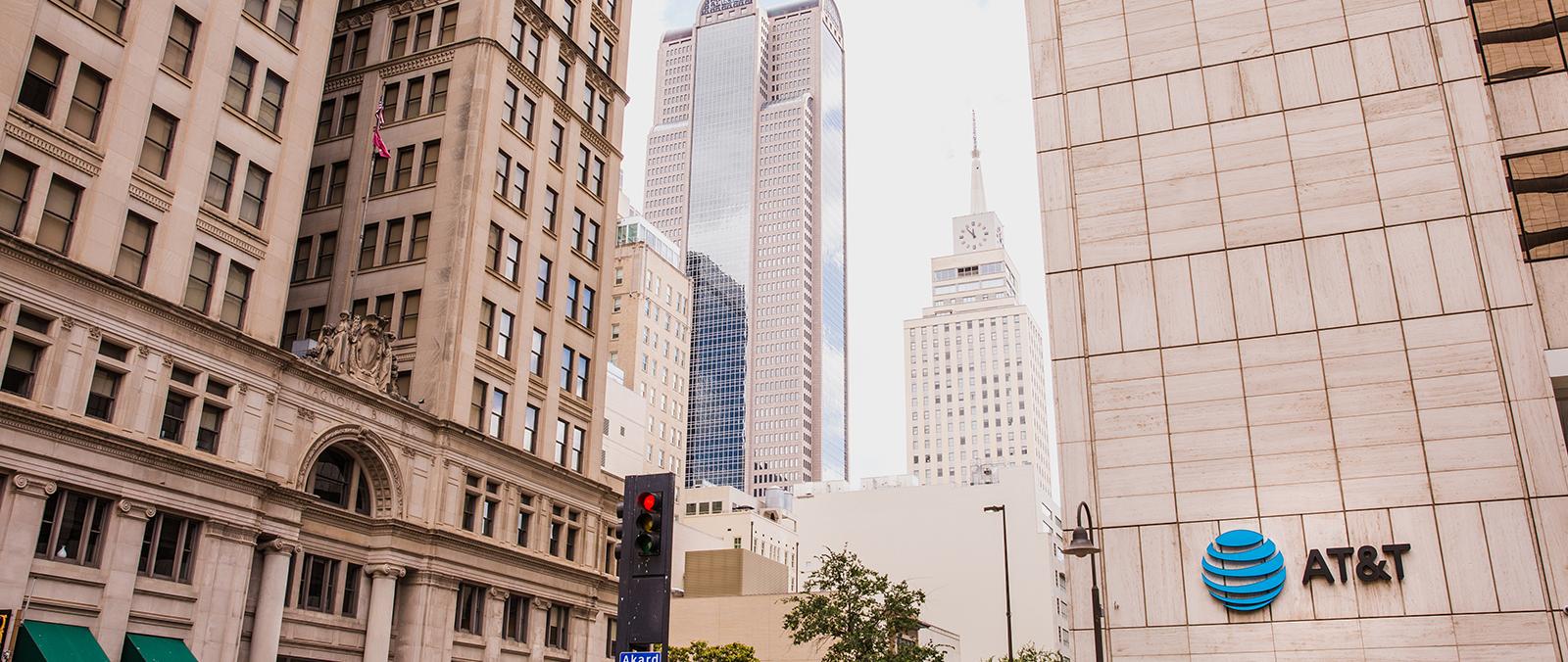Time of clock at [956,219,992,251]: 11:53
